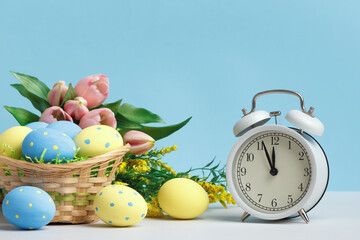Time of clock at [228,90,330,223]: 11:56
